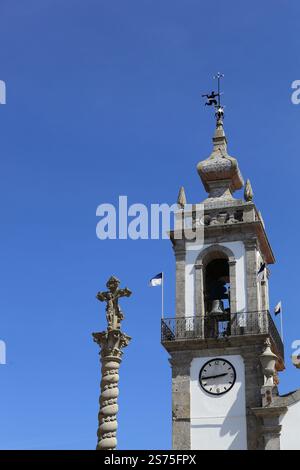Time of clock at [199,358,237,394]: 2:44
